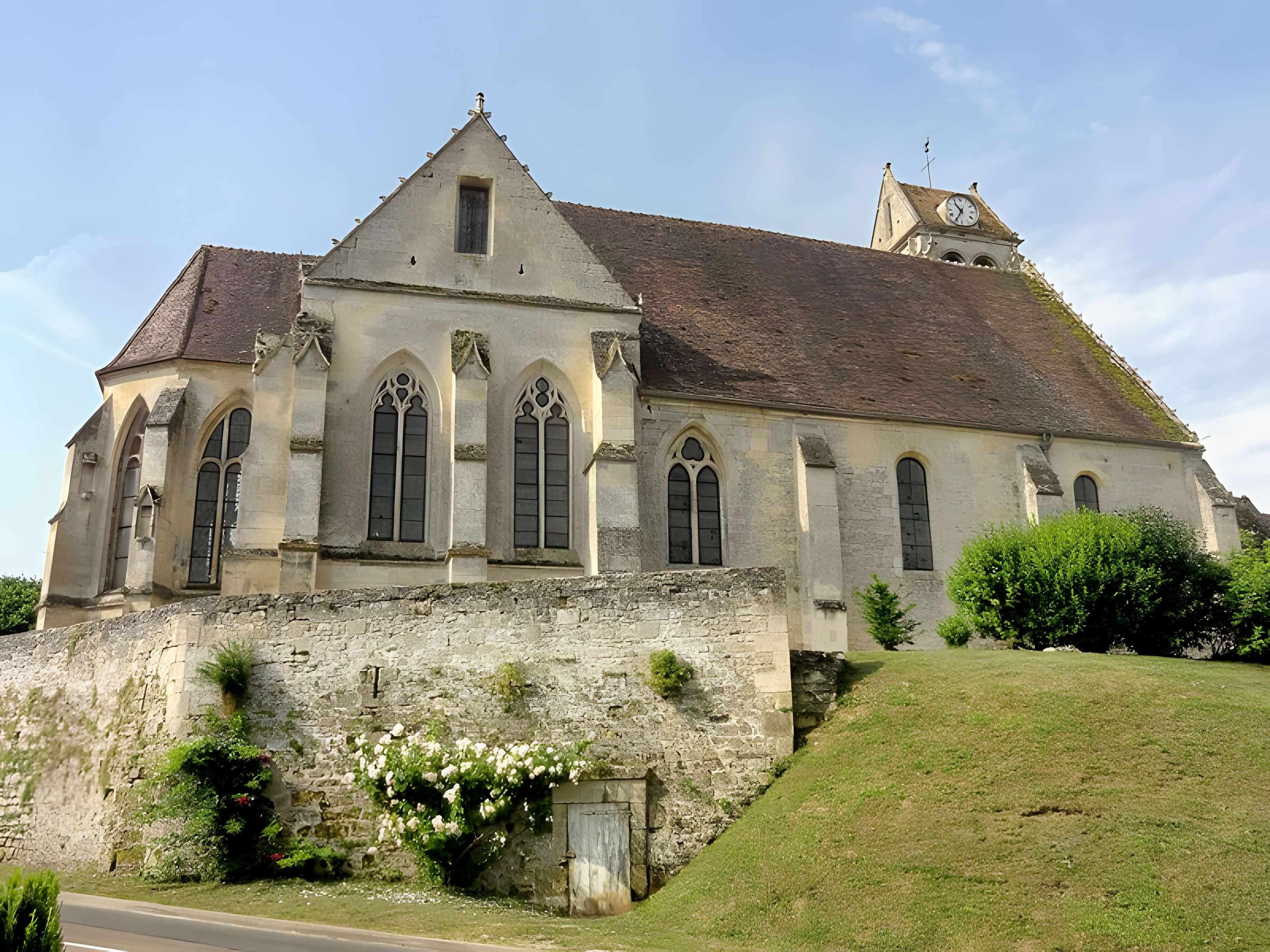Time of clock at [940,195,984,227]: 10:35
